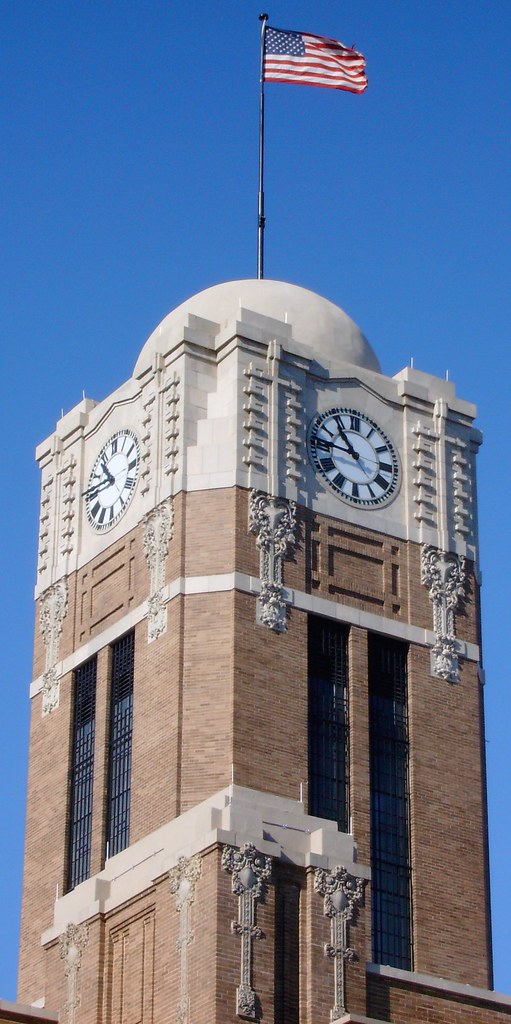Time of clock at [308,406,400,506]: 10:45
